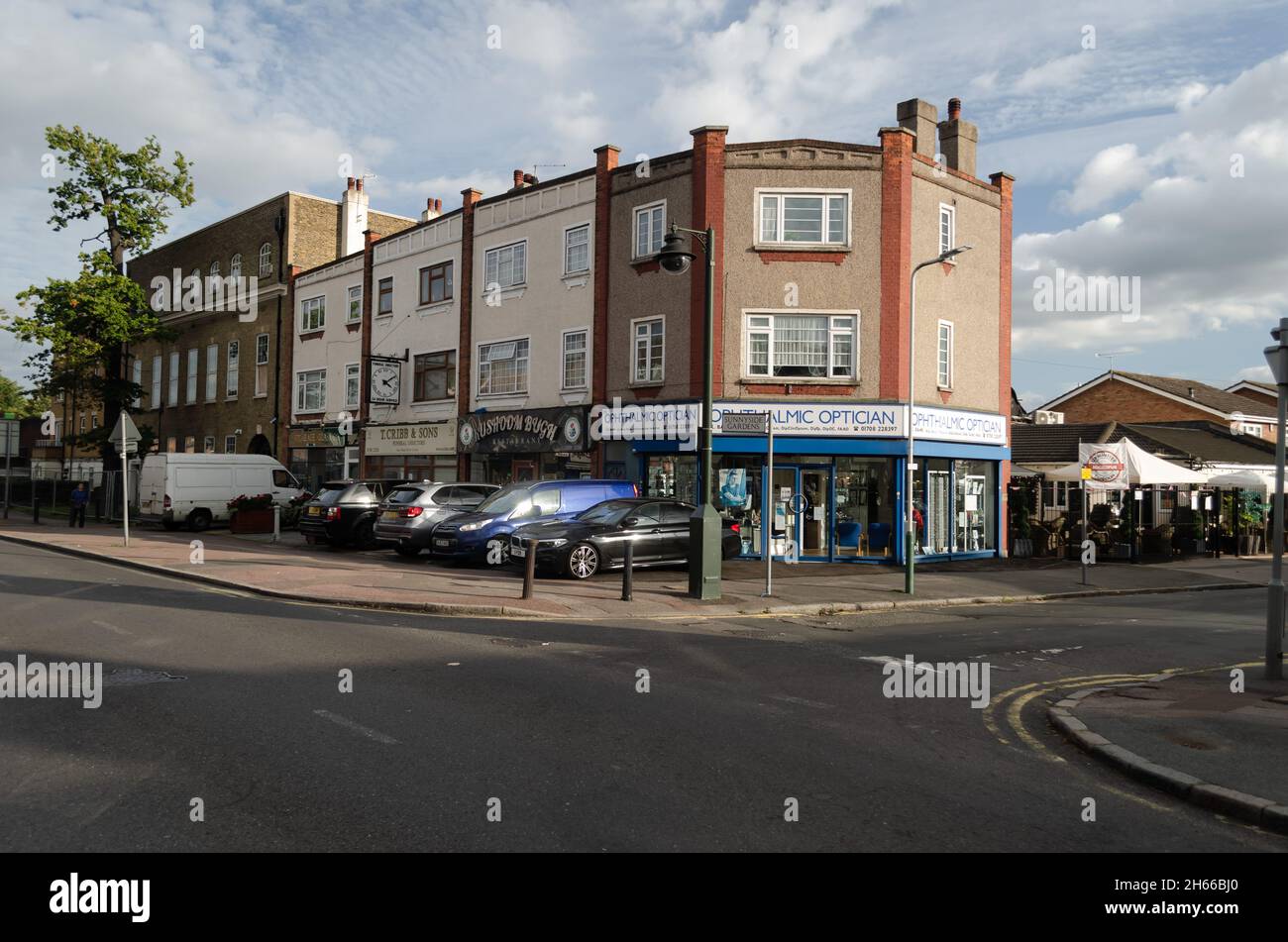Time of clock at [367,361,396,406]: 4:09
